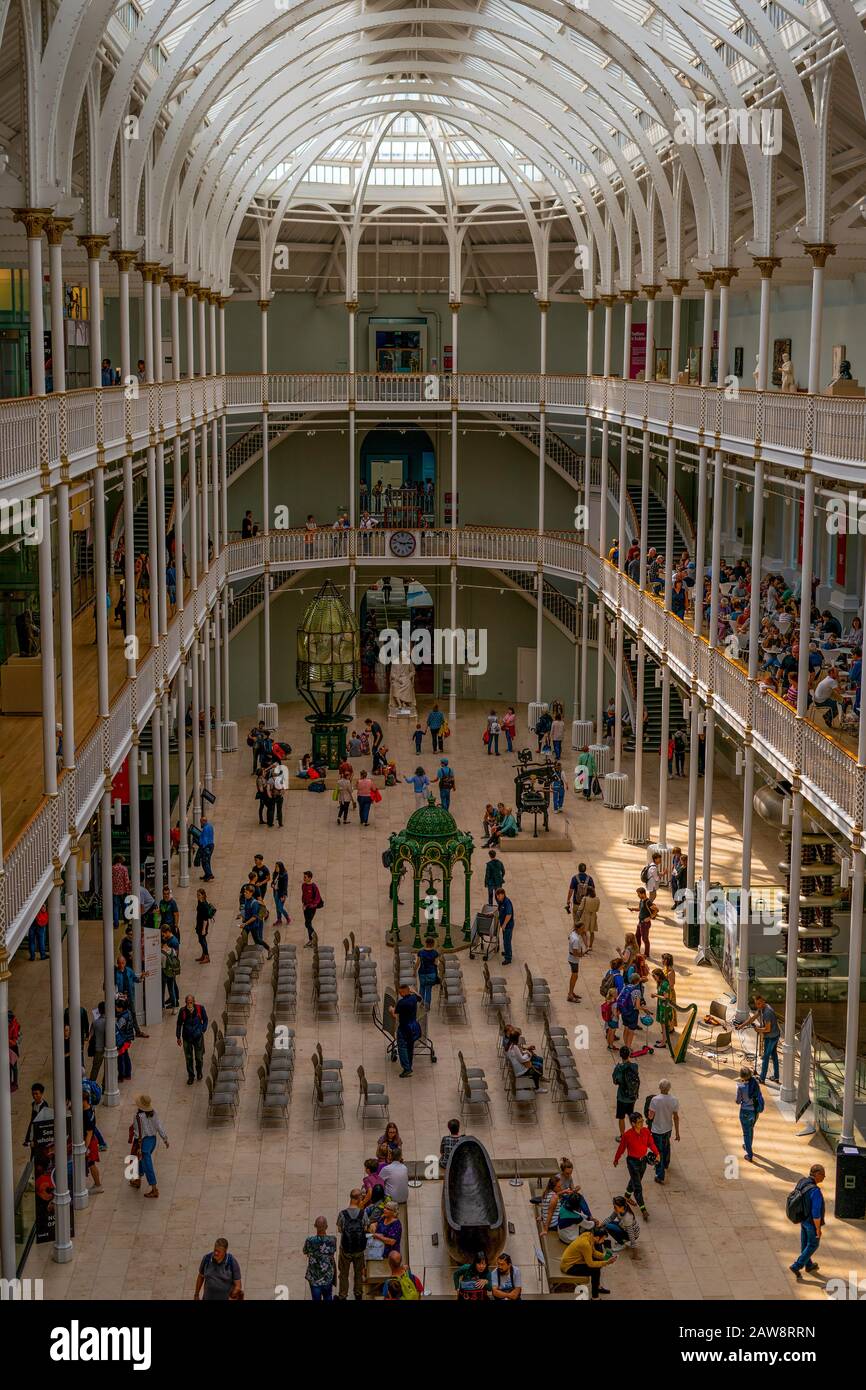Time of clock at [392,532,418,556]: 2:48
